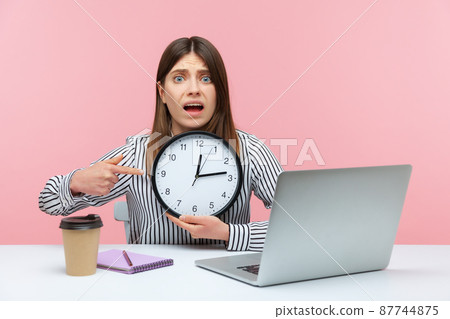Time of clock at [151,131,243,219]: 12:13
